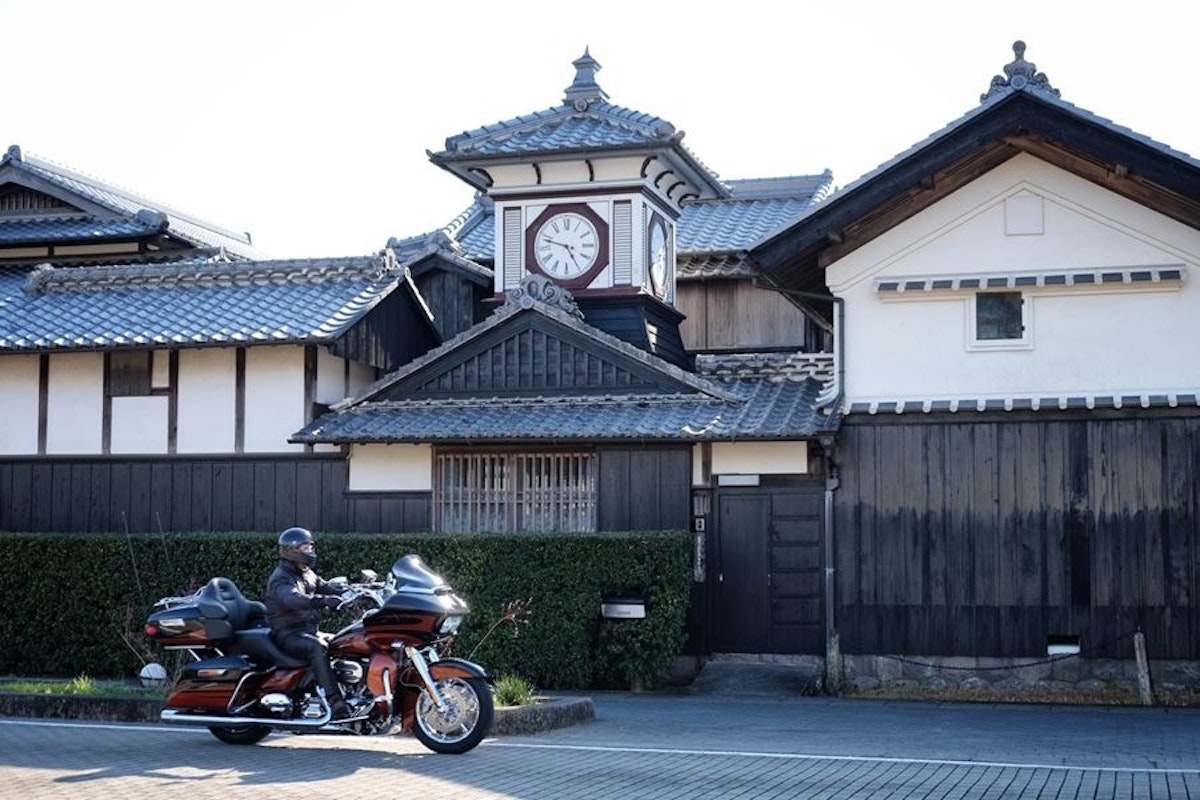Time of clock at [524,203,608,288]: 4:48
